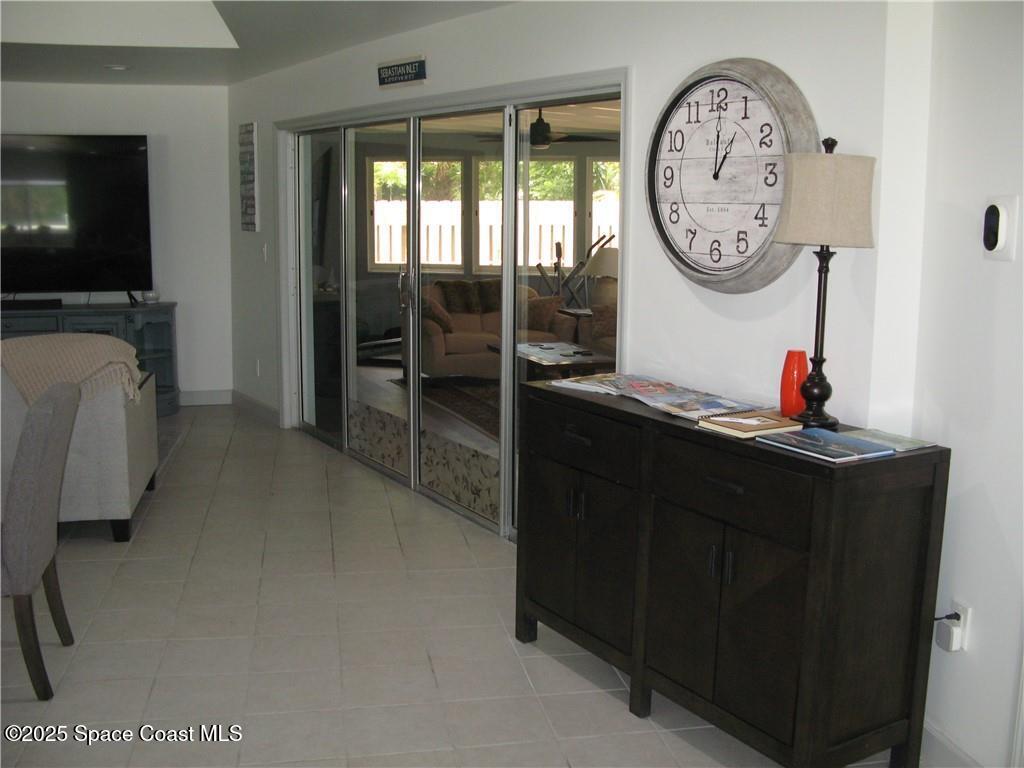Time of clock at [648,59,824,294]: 1:00
